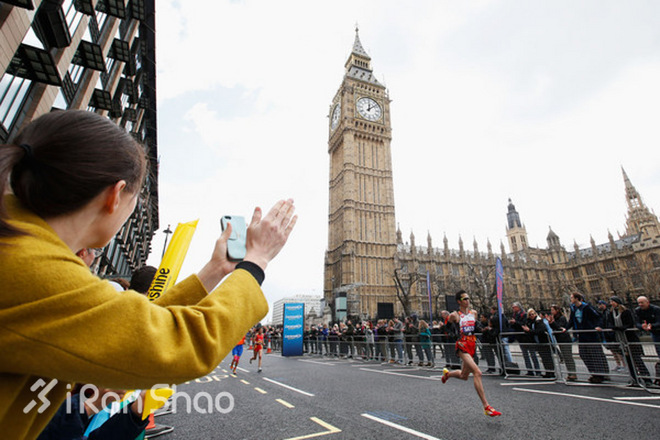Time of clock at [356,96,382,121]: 12:07
